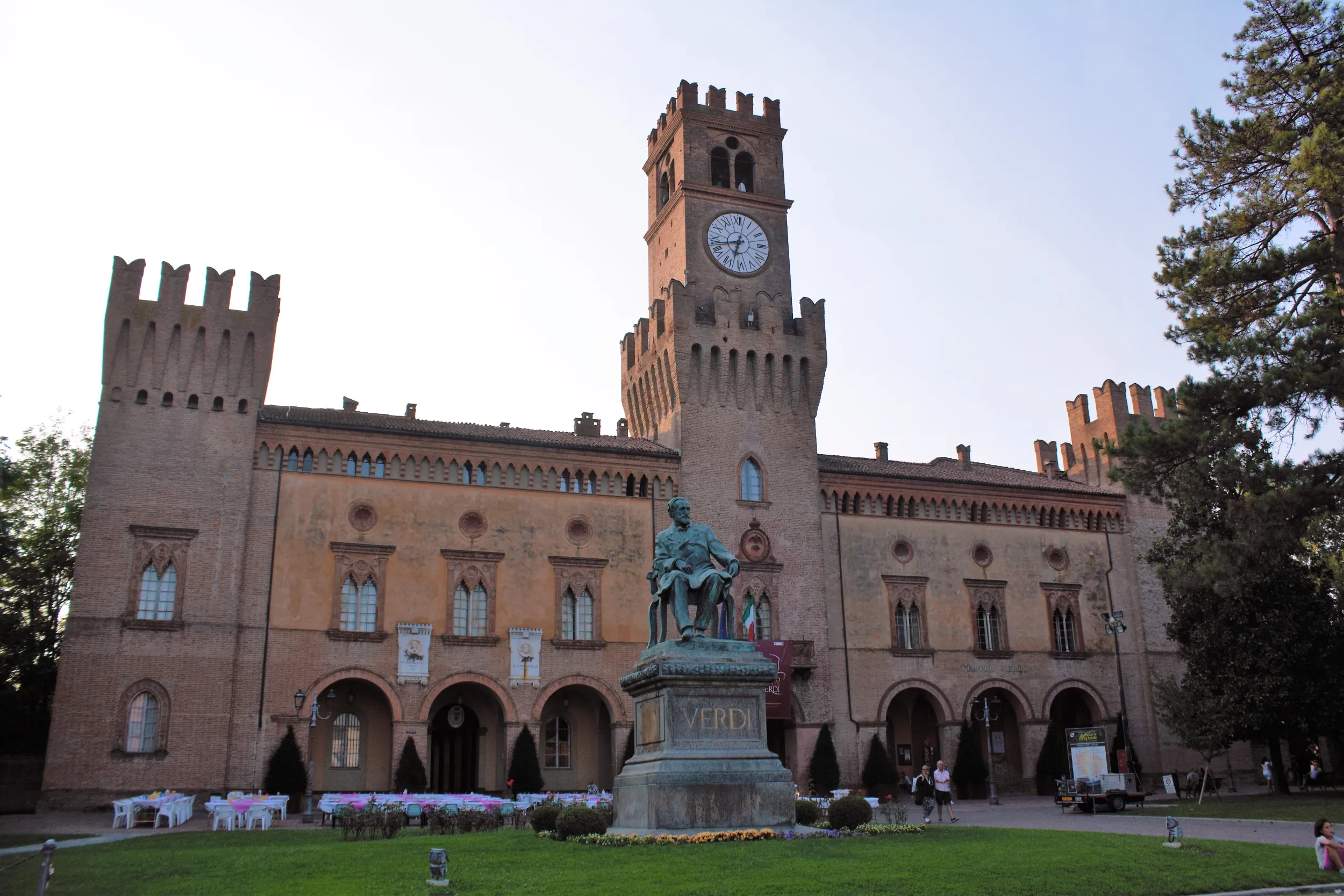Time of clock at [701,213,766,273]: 6:42
